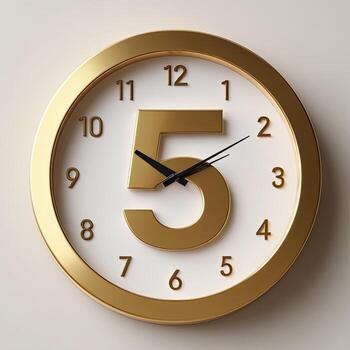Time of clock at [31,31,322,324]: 1:50
